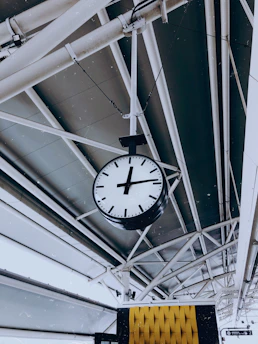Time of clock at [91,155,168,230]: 12:13
